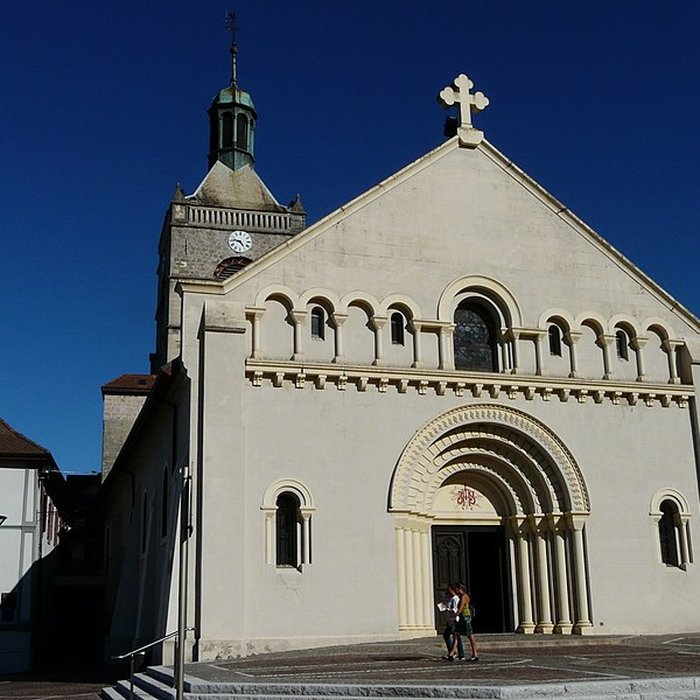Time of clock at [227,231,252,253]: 4:46
